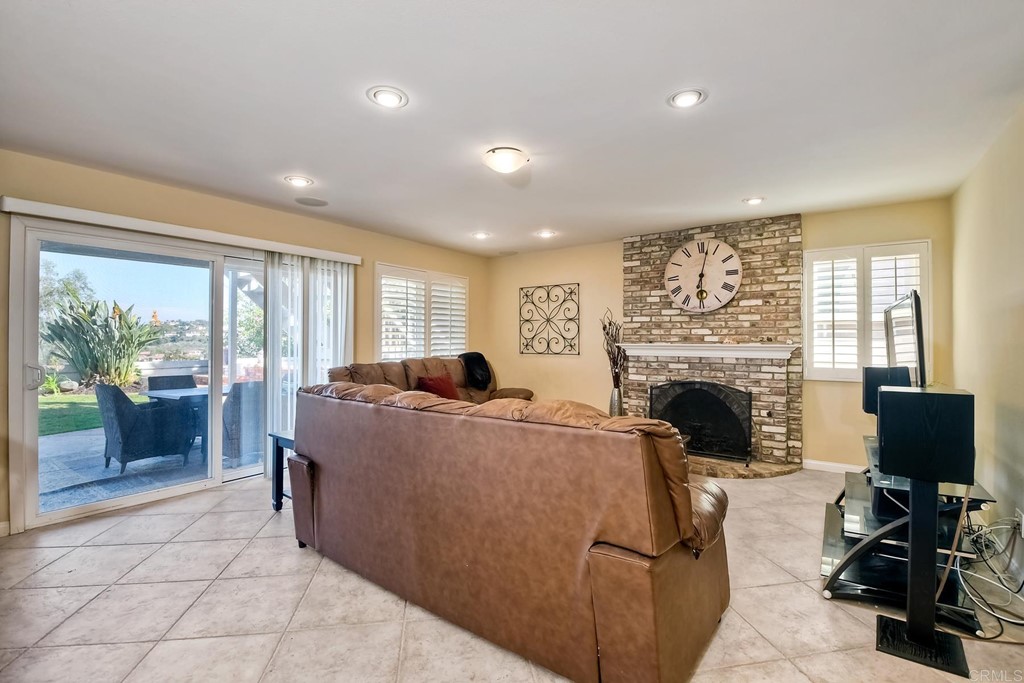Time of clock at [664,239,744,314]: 6:02
